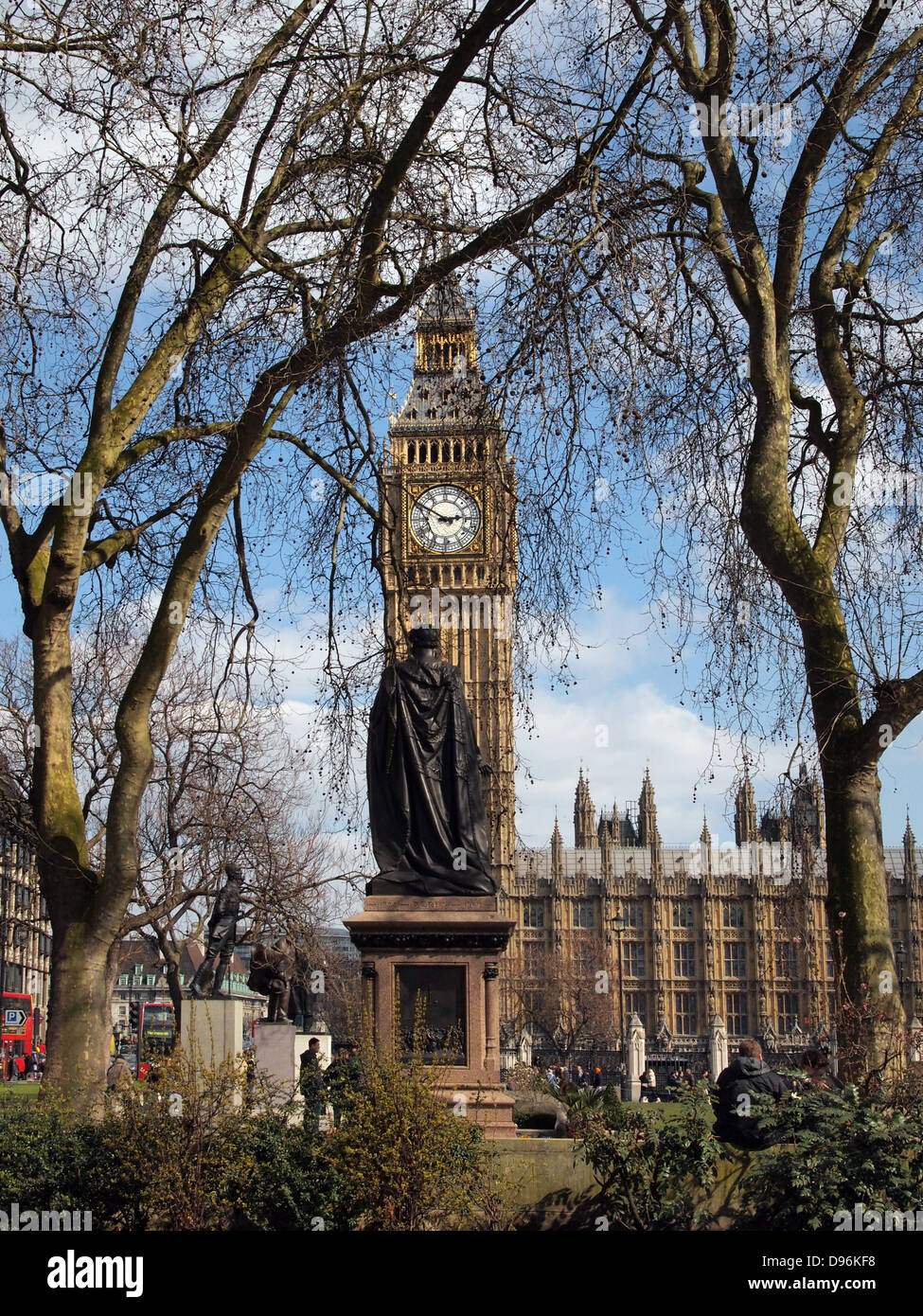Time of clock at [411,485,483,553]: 2:50
